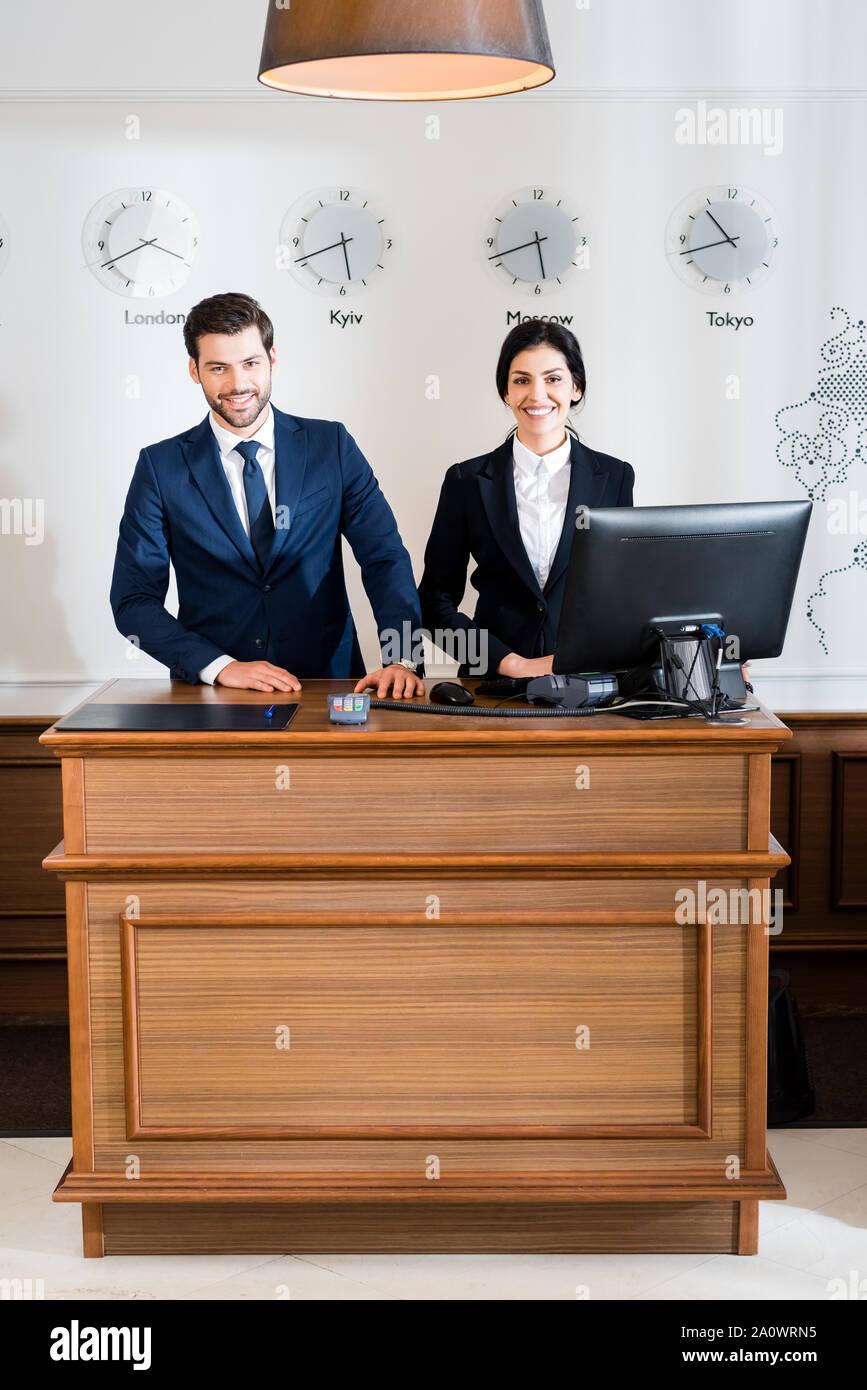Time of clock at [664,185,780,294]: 10:42
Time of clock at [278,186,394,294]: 5:41
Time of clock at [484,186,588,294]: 5:42
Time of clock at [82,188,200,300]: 8:19
